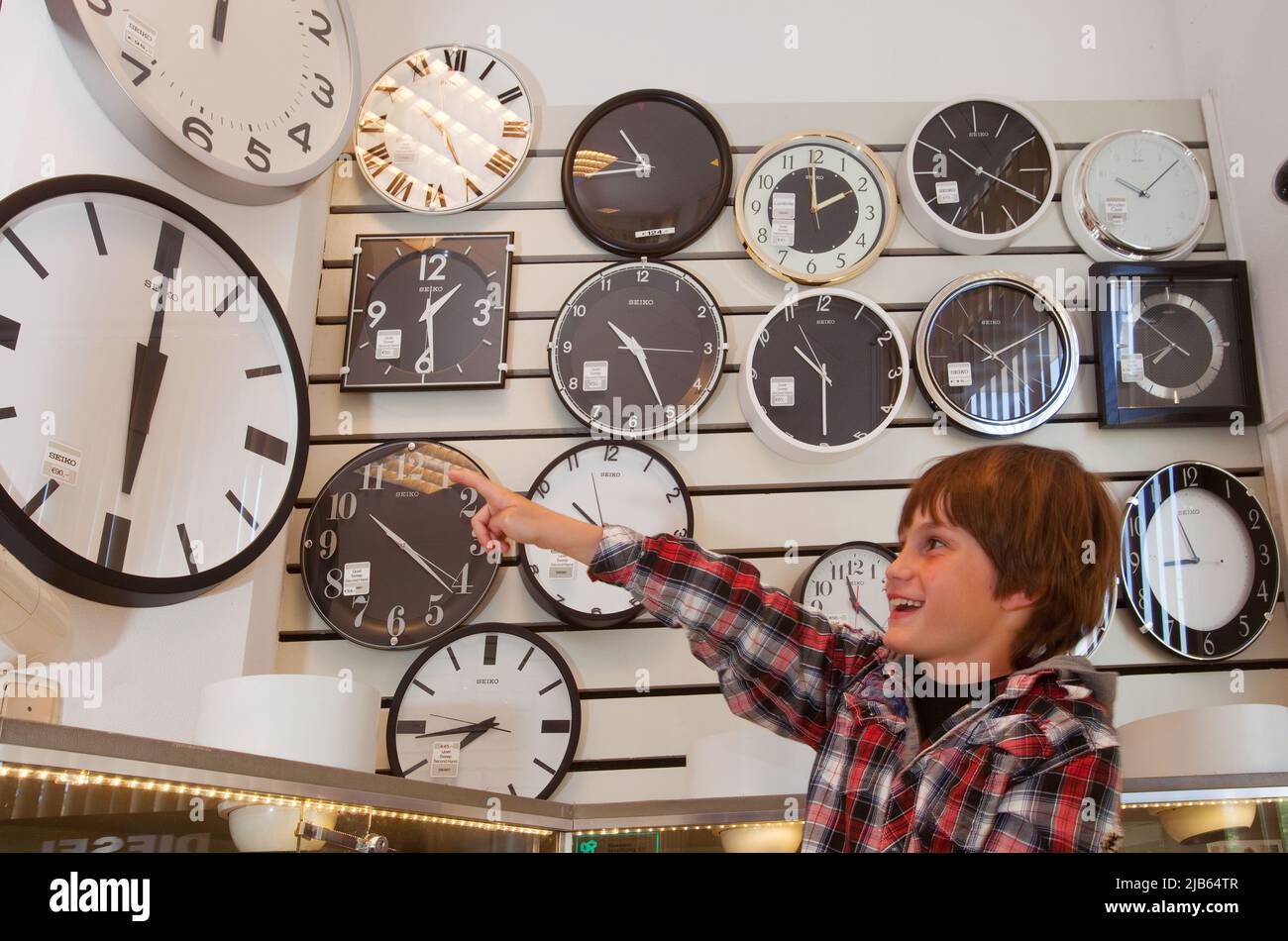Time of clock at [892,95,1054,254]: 10:20
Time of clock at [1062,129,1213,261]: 10:08
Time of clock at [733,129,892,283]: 1:59
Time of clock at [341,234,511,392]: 1:28
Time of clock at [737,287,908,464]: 10:30
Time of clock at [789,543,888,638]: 11:22
